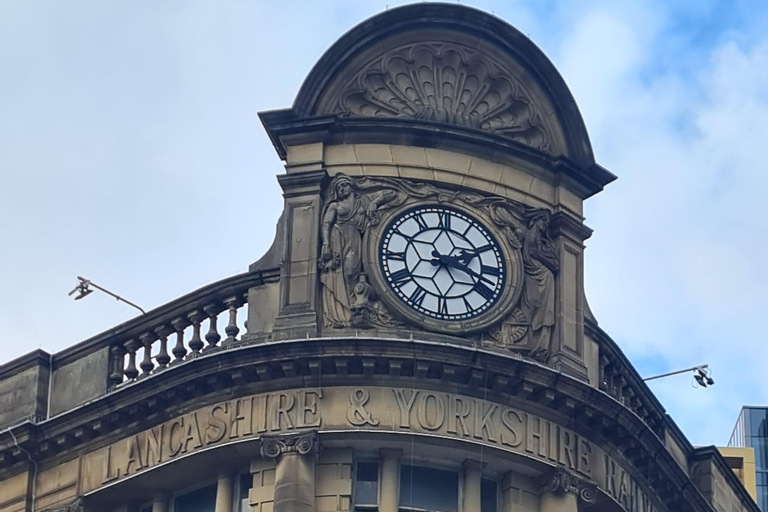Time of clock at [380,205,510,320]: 2:18
